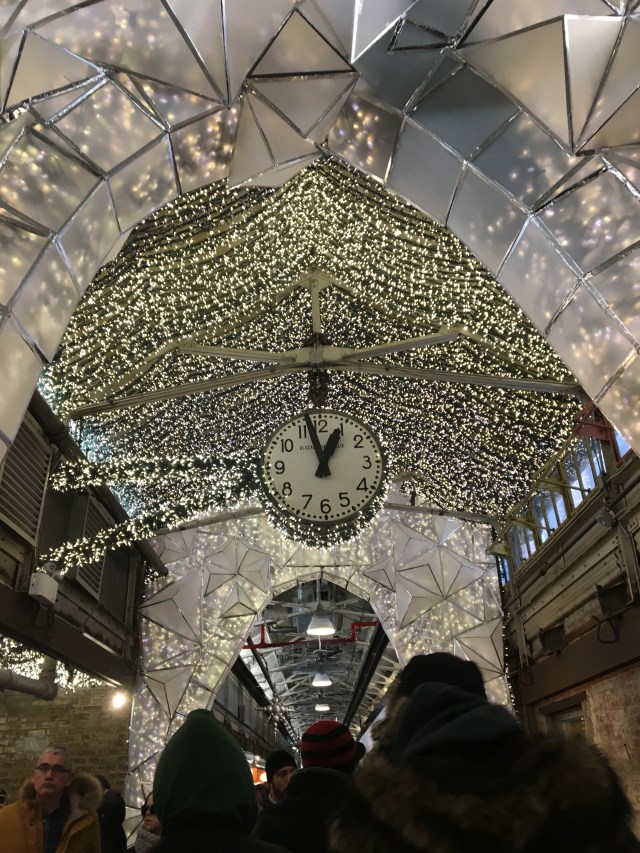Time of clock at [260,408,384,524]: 12:57
